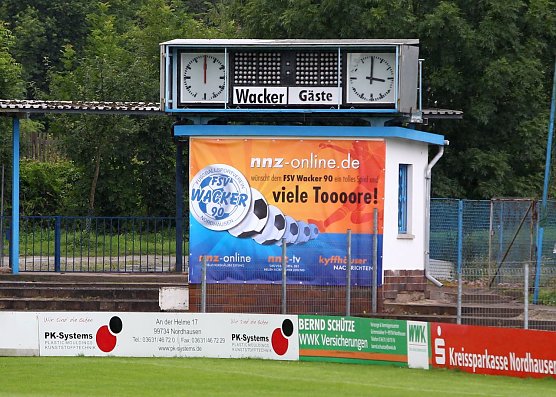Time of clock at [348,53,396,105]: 3:00
